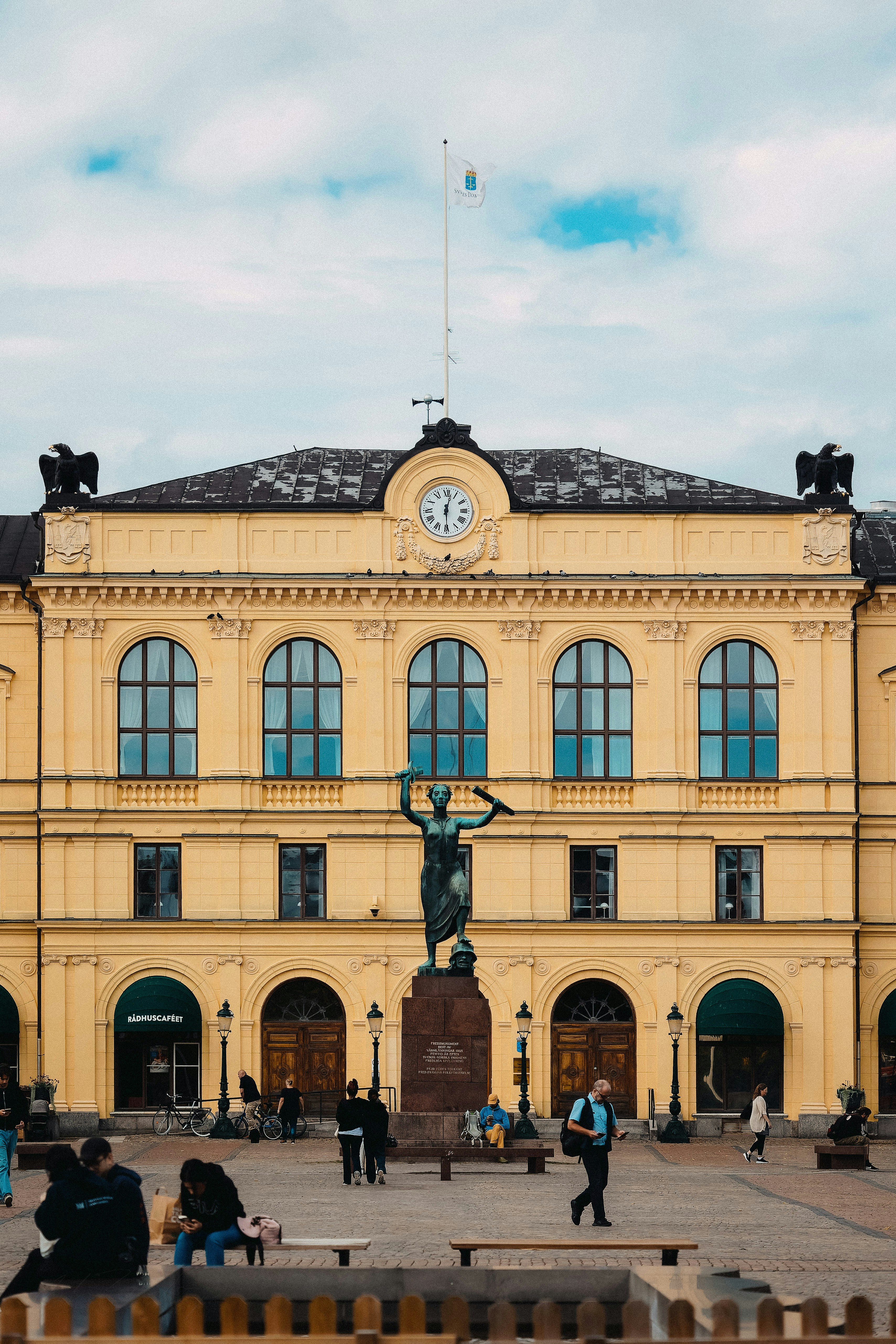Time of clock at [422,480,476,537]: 12:29
